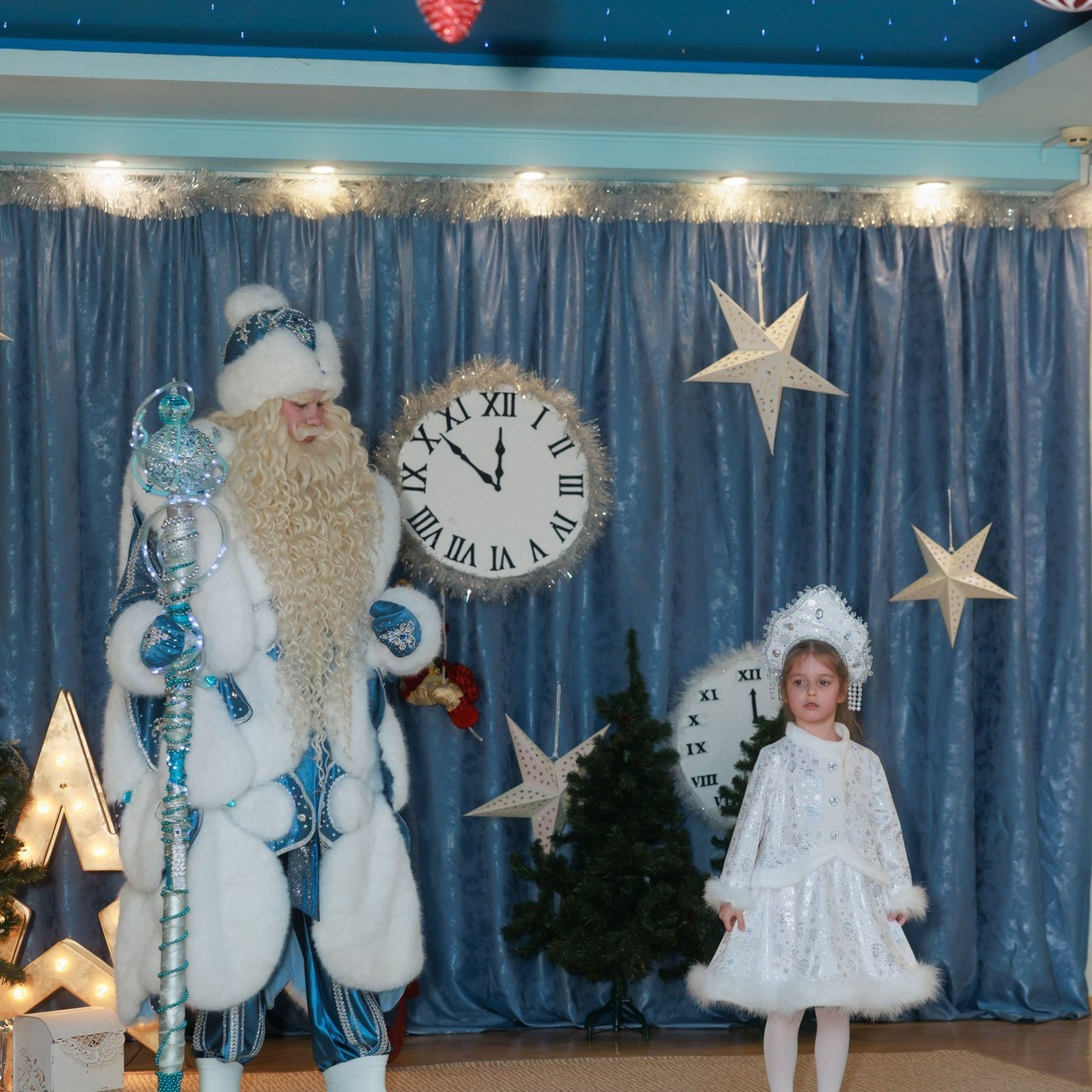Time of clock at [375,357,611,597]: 11:51
